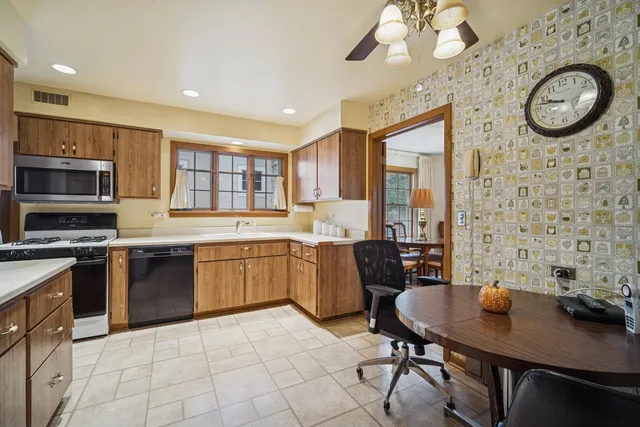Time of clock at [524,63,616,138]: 9:47
